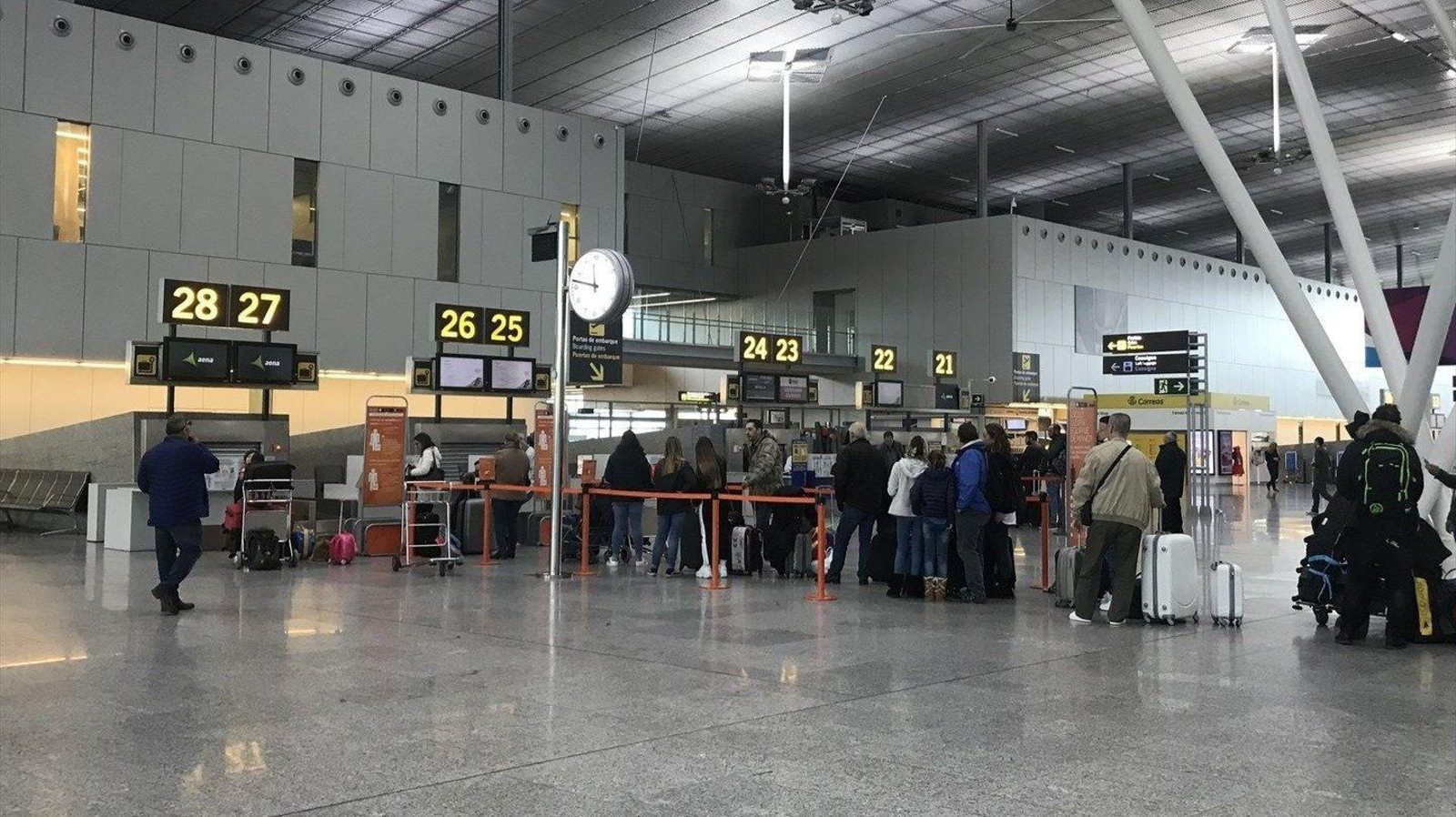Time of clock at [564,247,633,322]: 11:47
